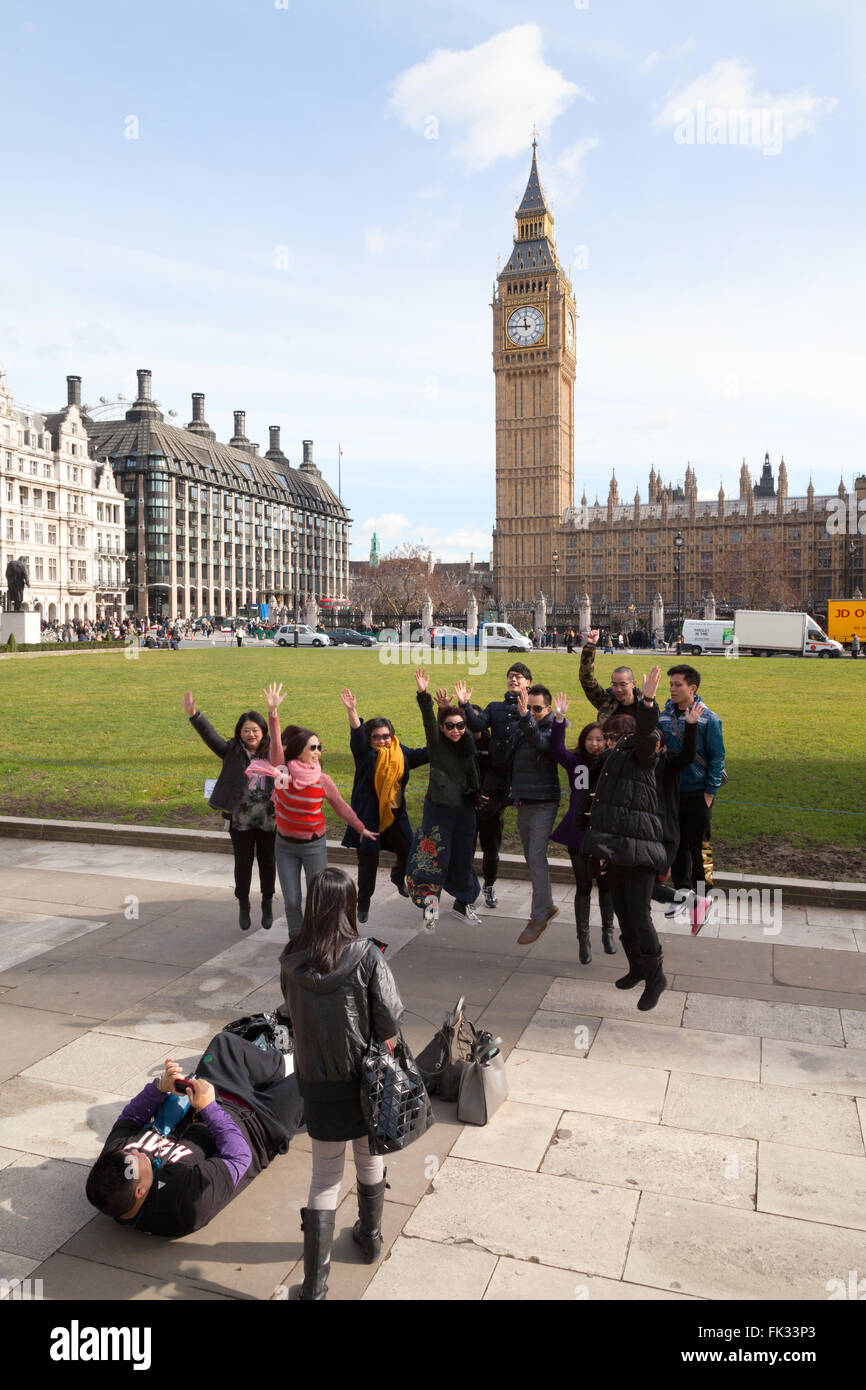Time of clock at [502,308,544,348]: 11:45
